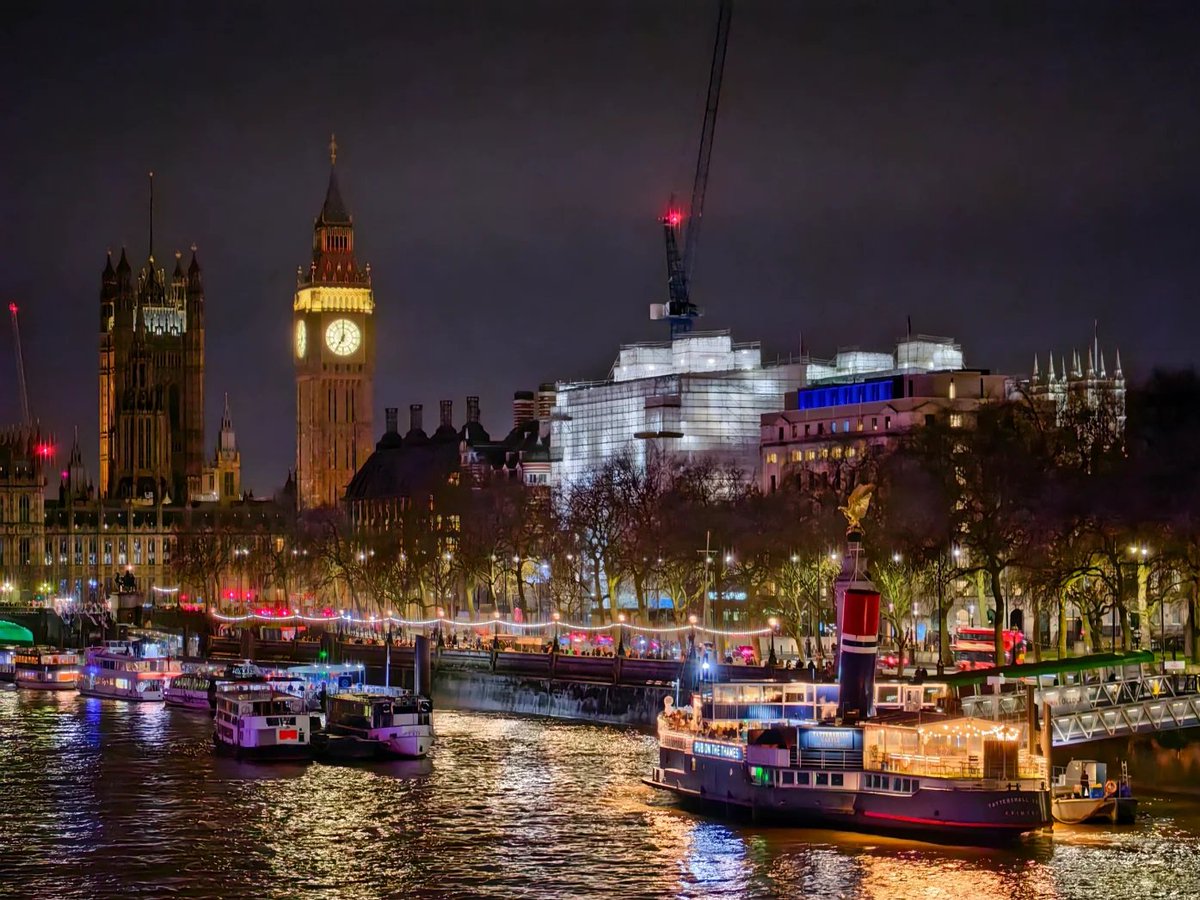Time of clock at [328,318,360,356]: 7:00
